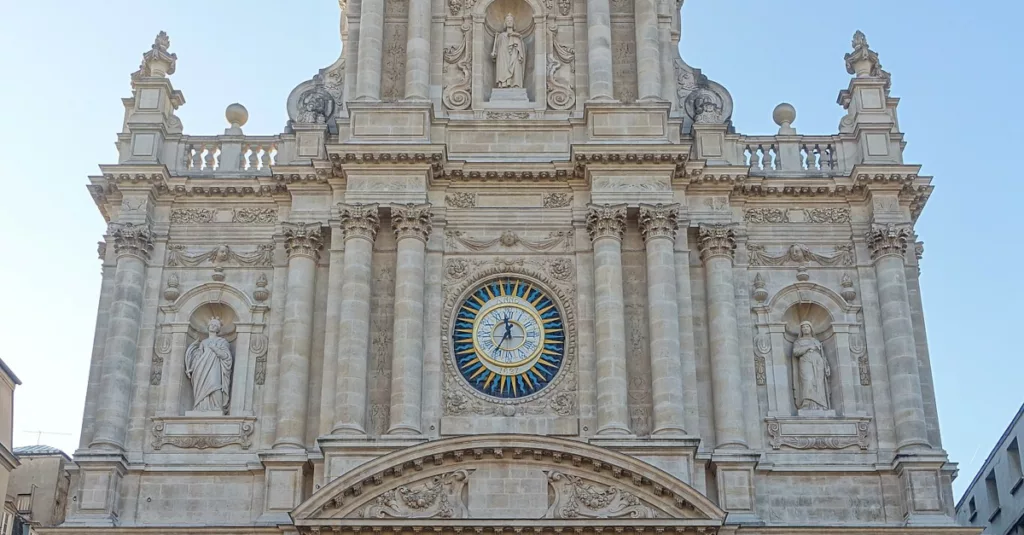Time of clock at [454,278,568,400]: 11:35
